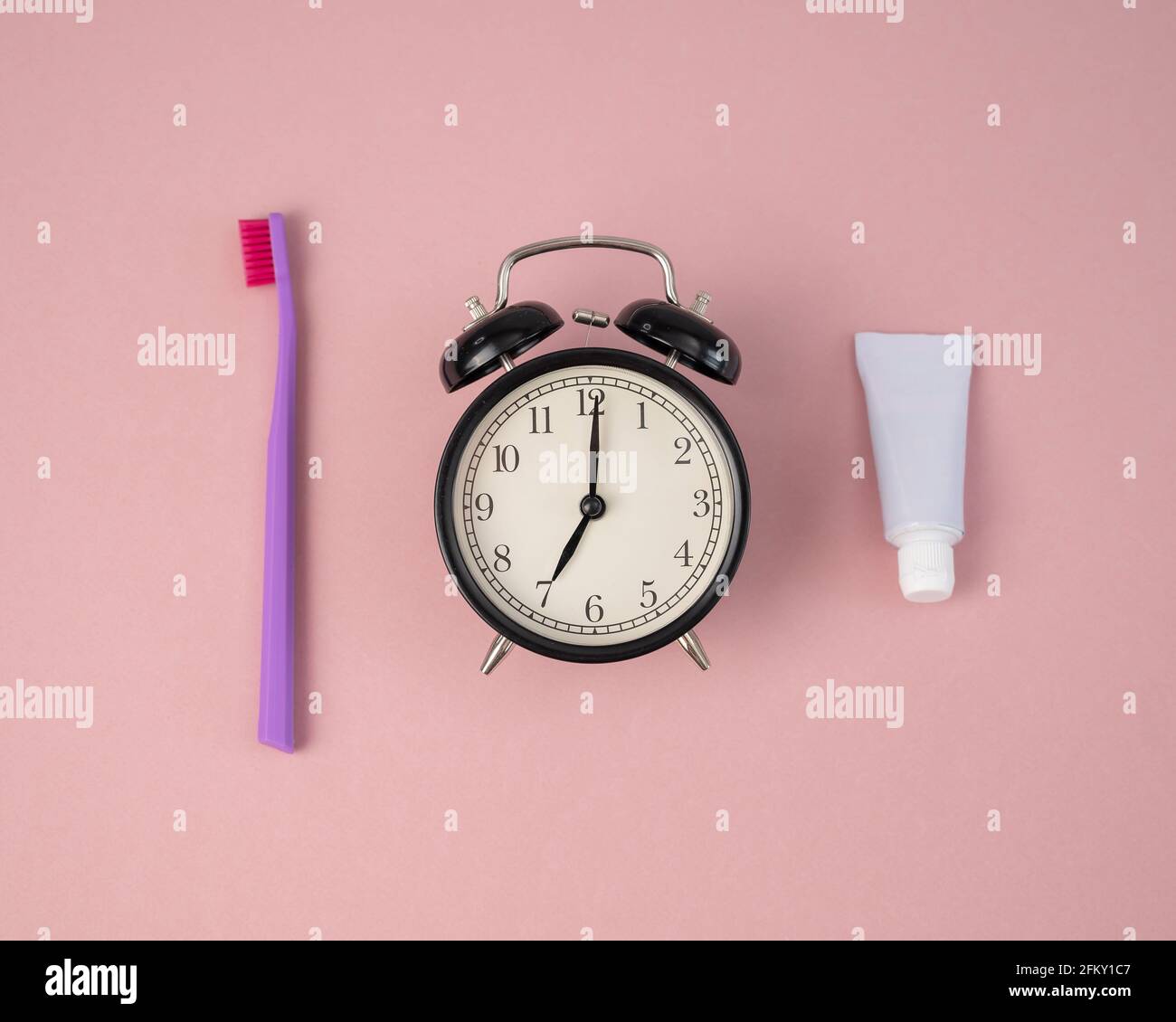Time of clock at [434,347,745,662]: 7:00
